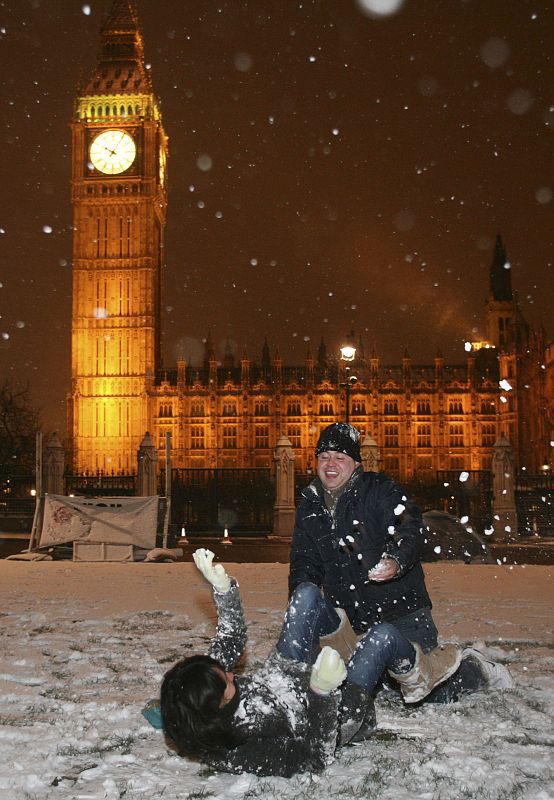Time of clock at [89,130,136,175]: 10:04
